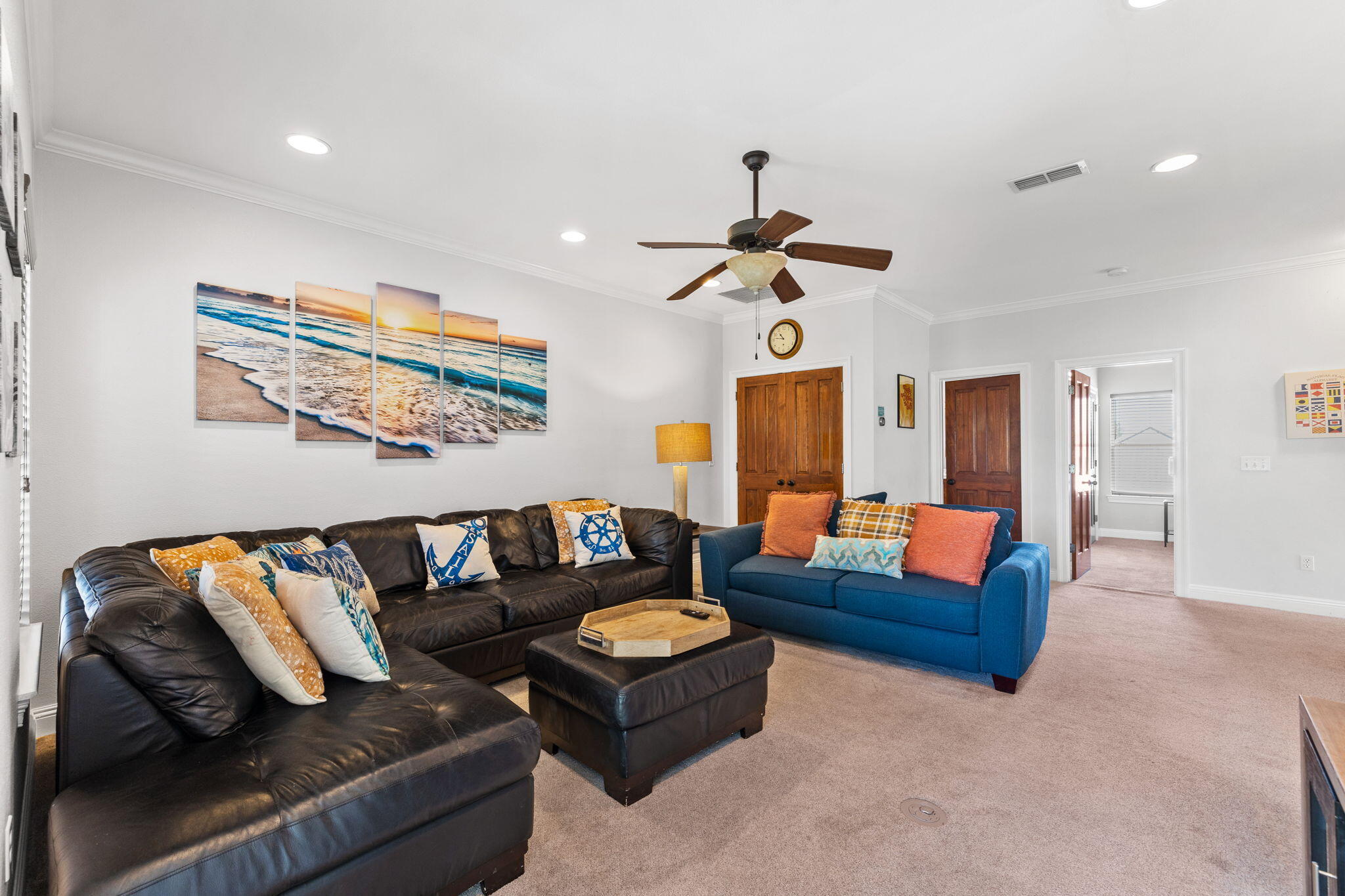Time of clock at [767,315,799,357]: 10:46
